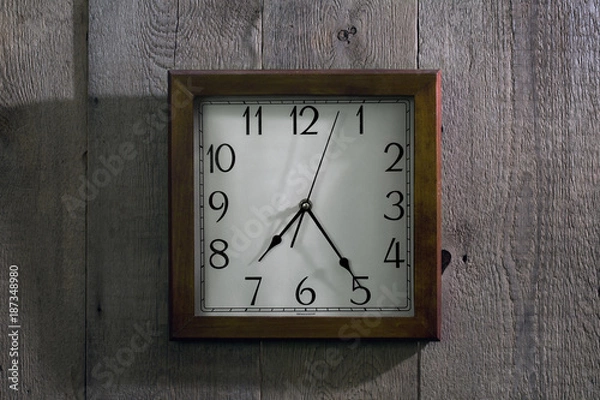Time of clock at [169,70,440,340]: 7:24
